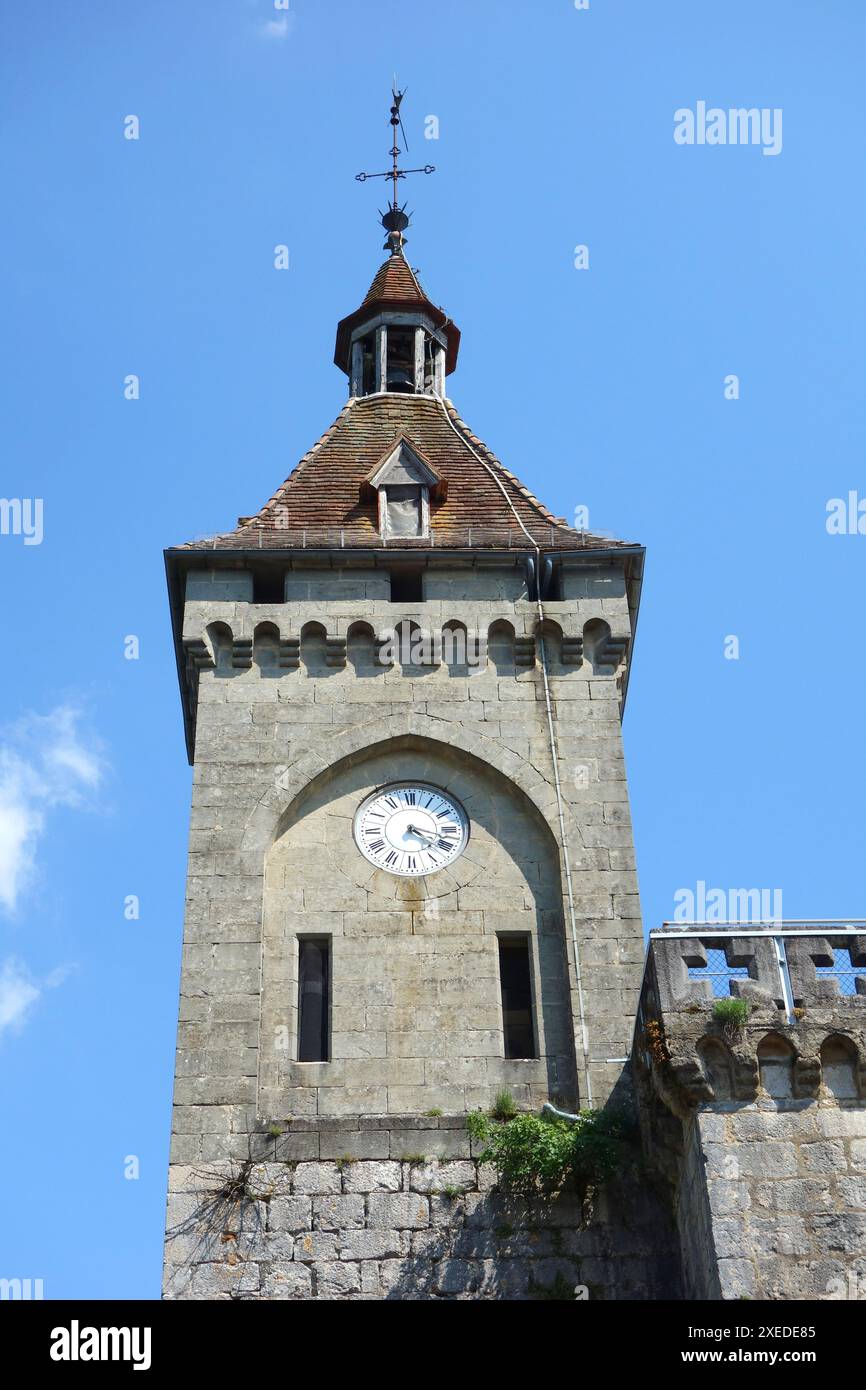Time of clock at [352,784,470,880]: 4:17
